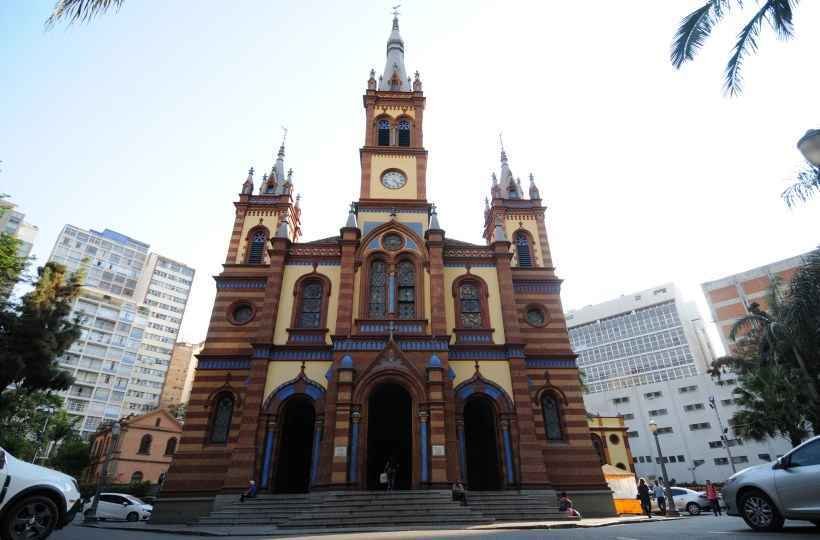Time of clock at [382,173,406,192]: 4:23
